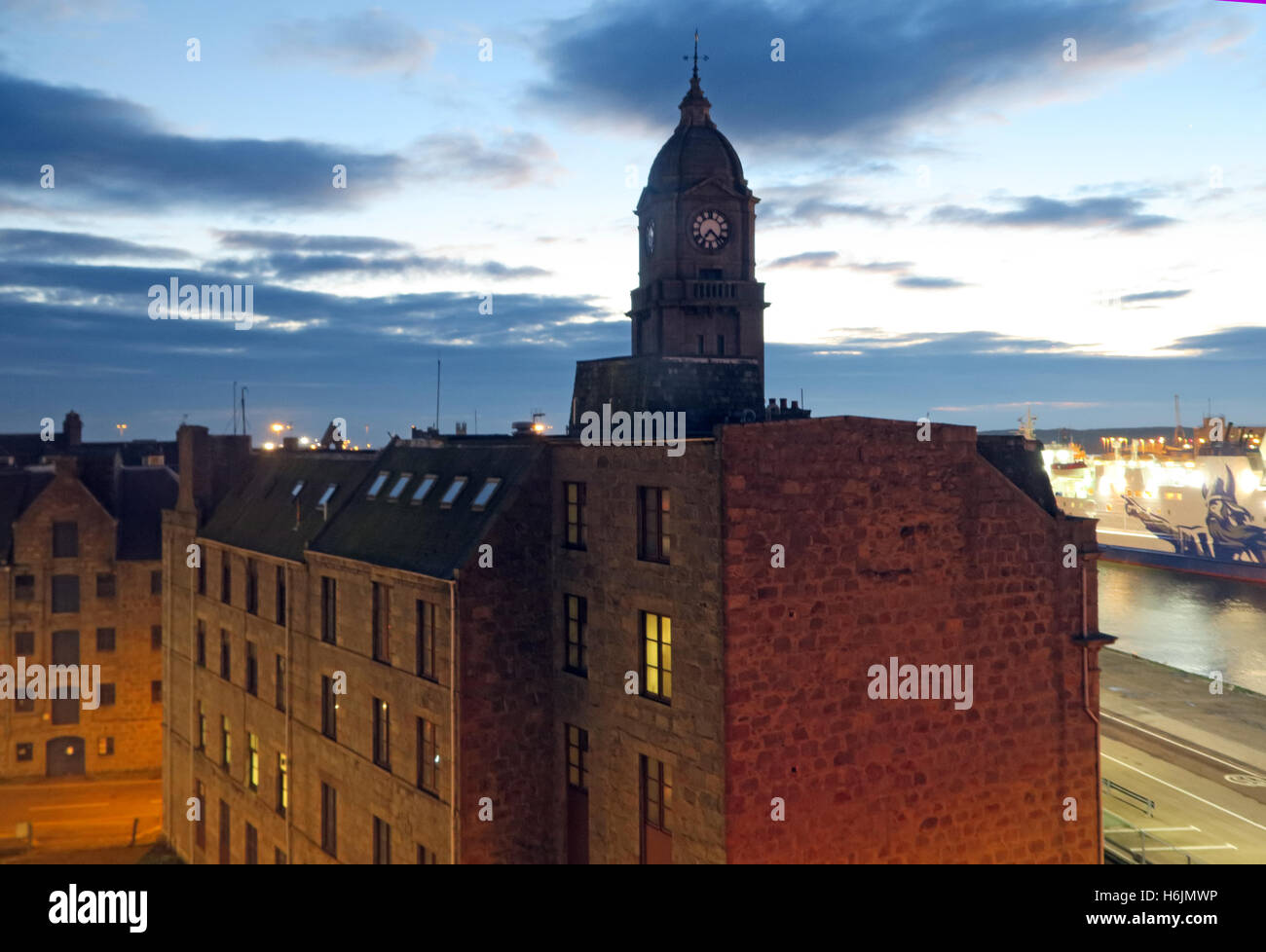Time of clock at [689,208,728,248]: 7:22
